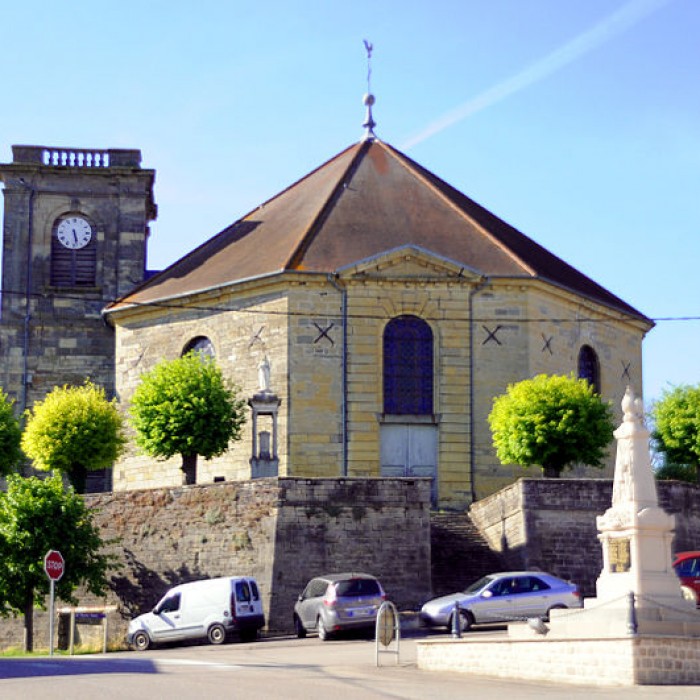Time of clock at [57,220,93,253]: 5:28
